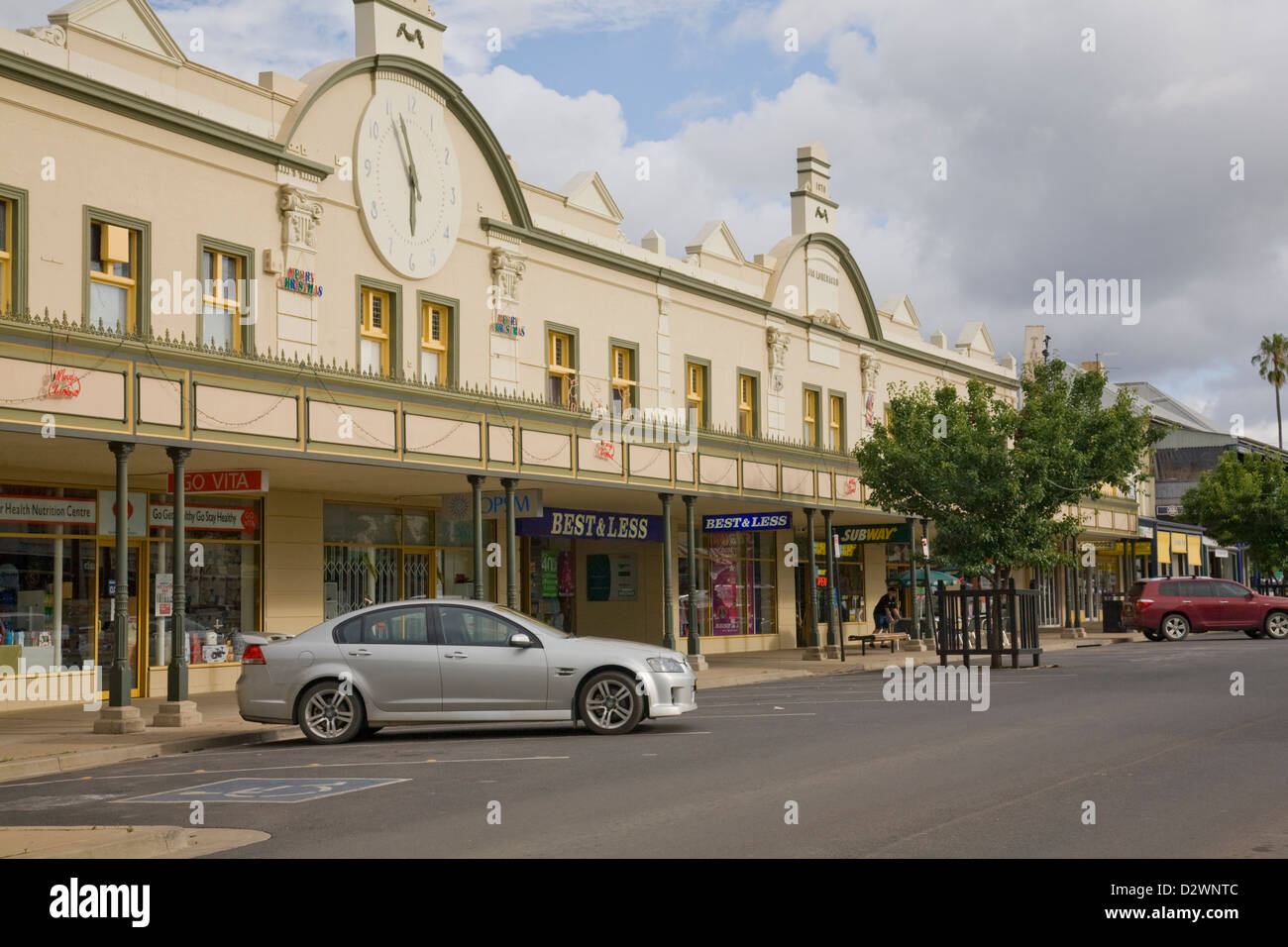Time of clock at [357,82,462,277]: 5:57
